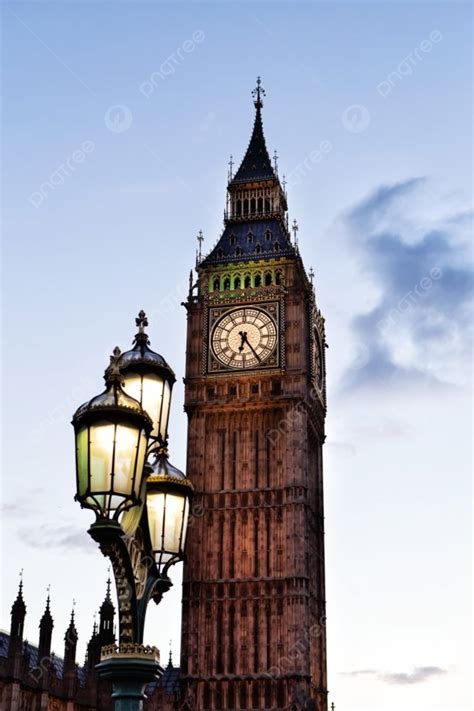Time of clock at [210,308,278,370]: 6:24
